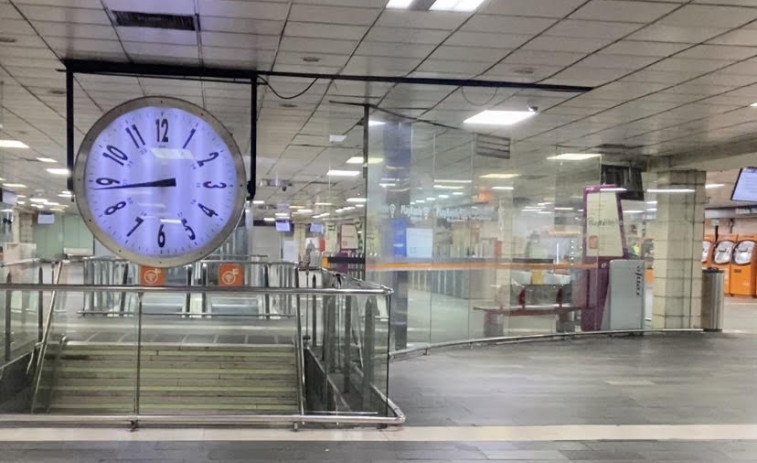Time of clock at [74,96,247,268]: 8:43
